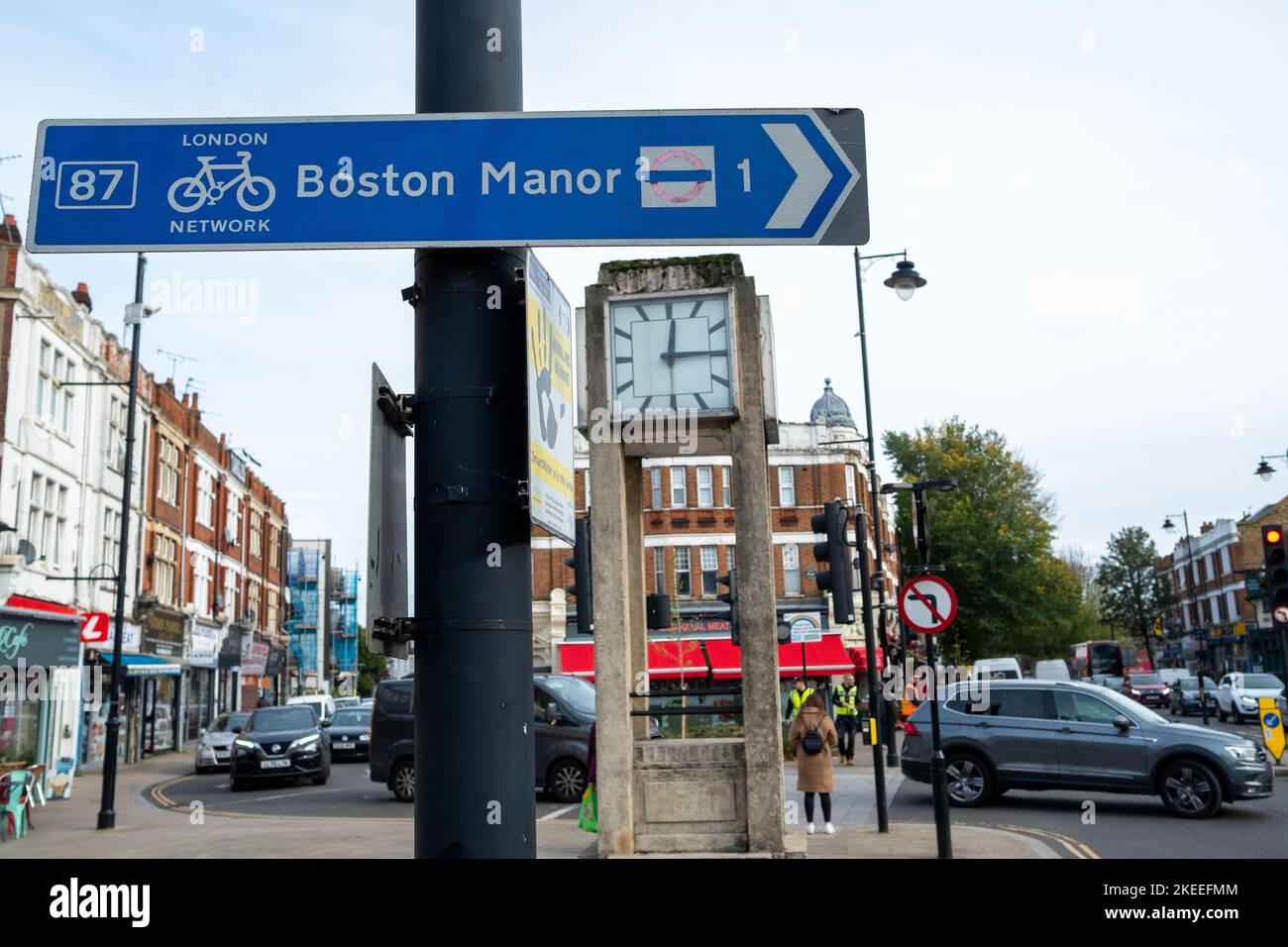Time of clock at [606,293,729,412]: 12:14
